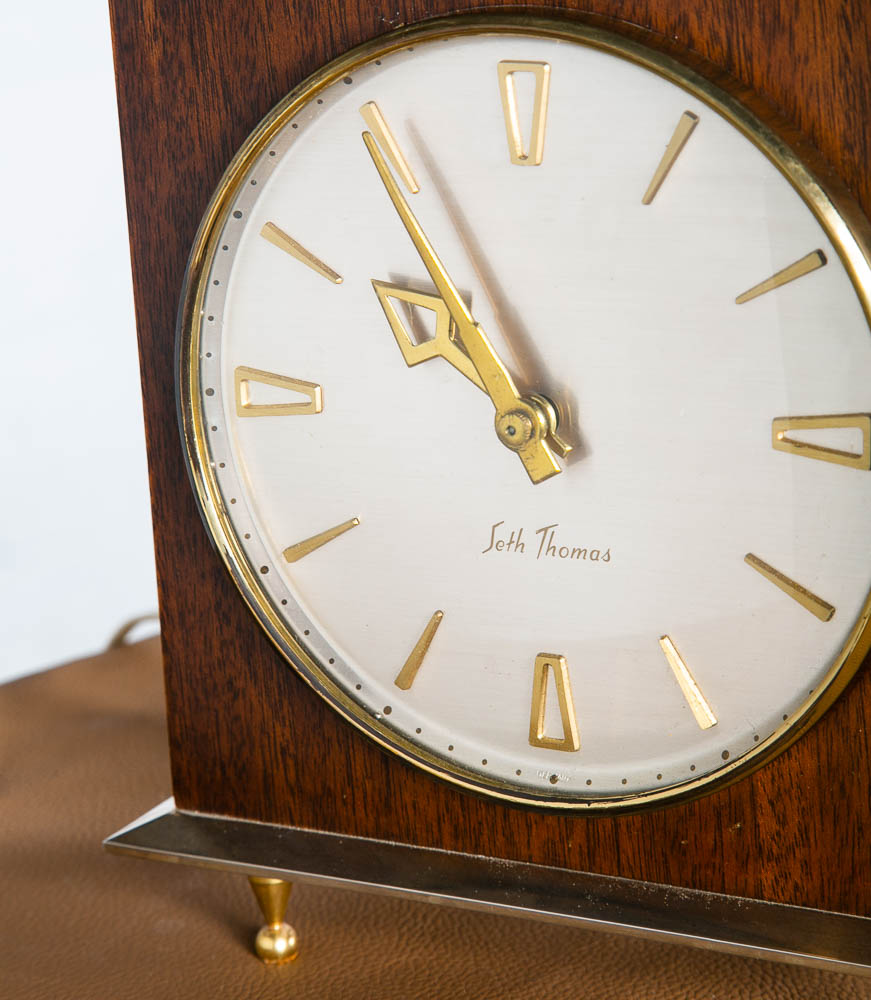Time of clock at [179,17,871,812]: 9:54
